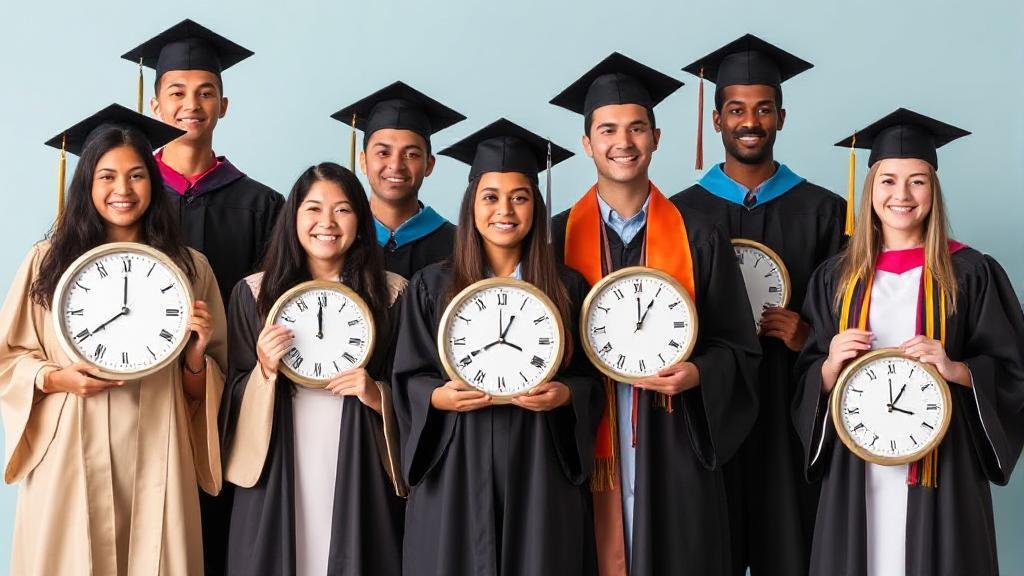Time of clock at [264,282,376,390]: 11:59
